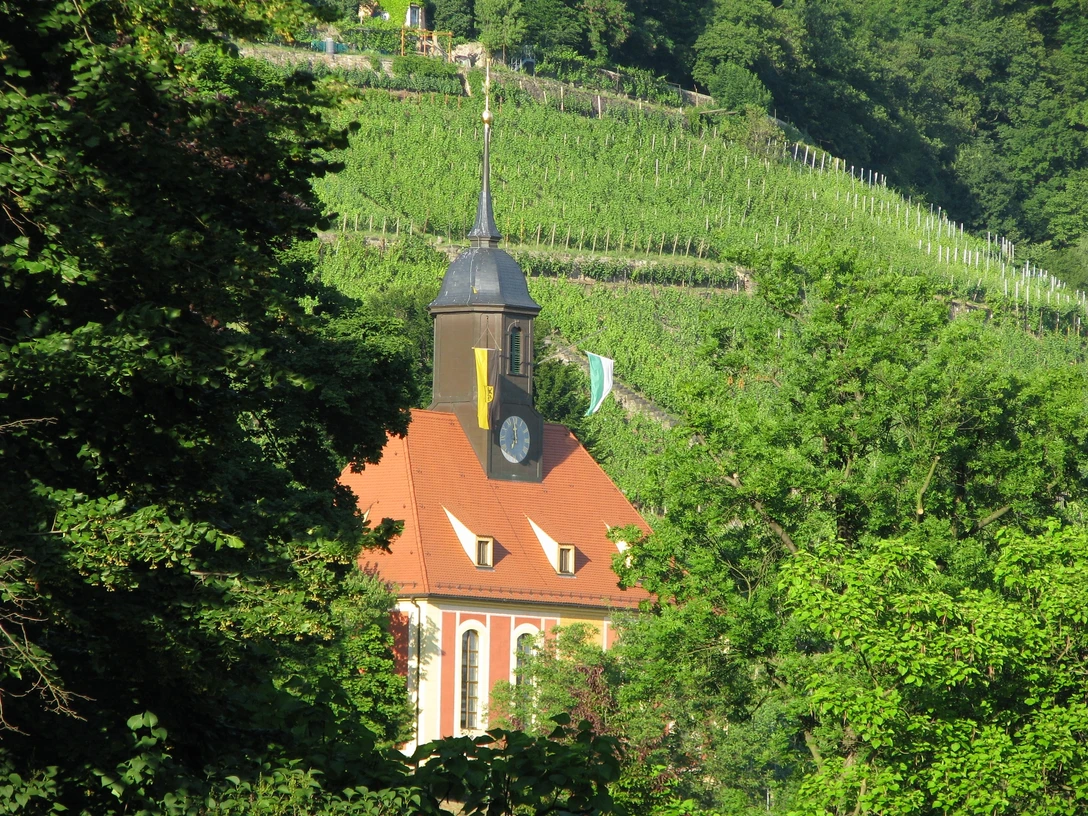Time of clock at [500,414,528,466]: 11:59
